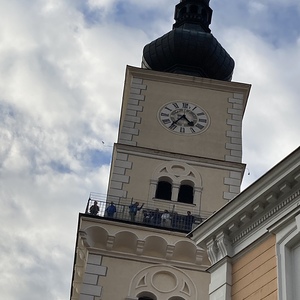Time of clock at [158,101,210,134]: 4:36
